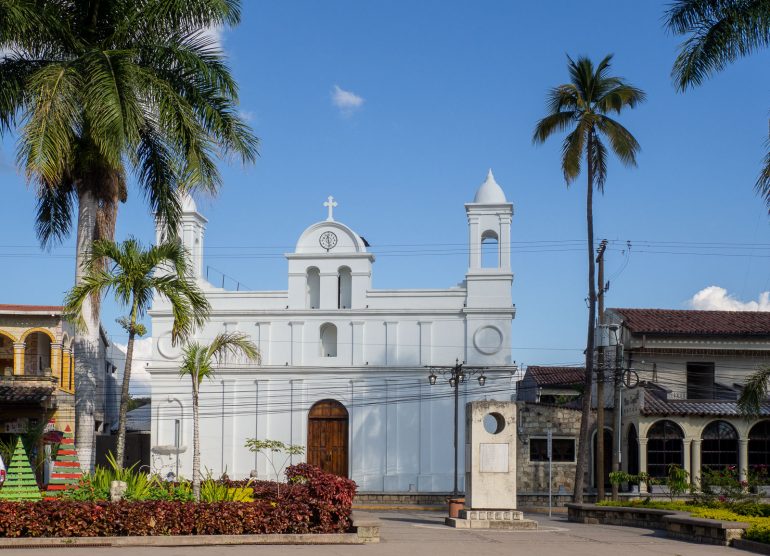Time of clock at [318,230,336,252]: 11:28
